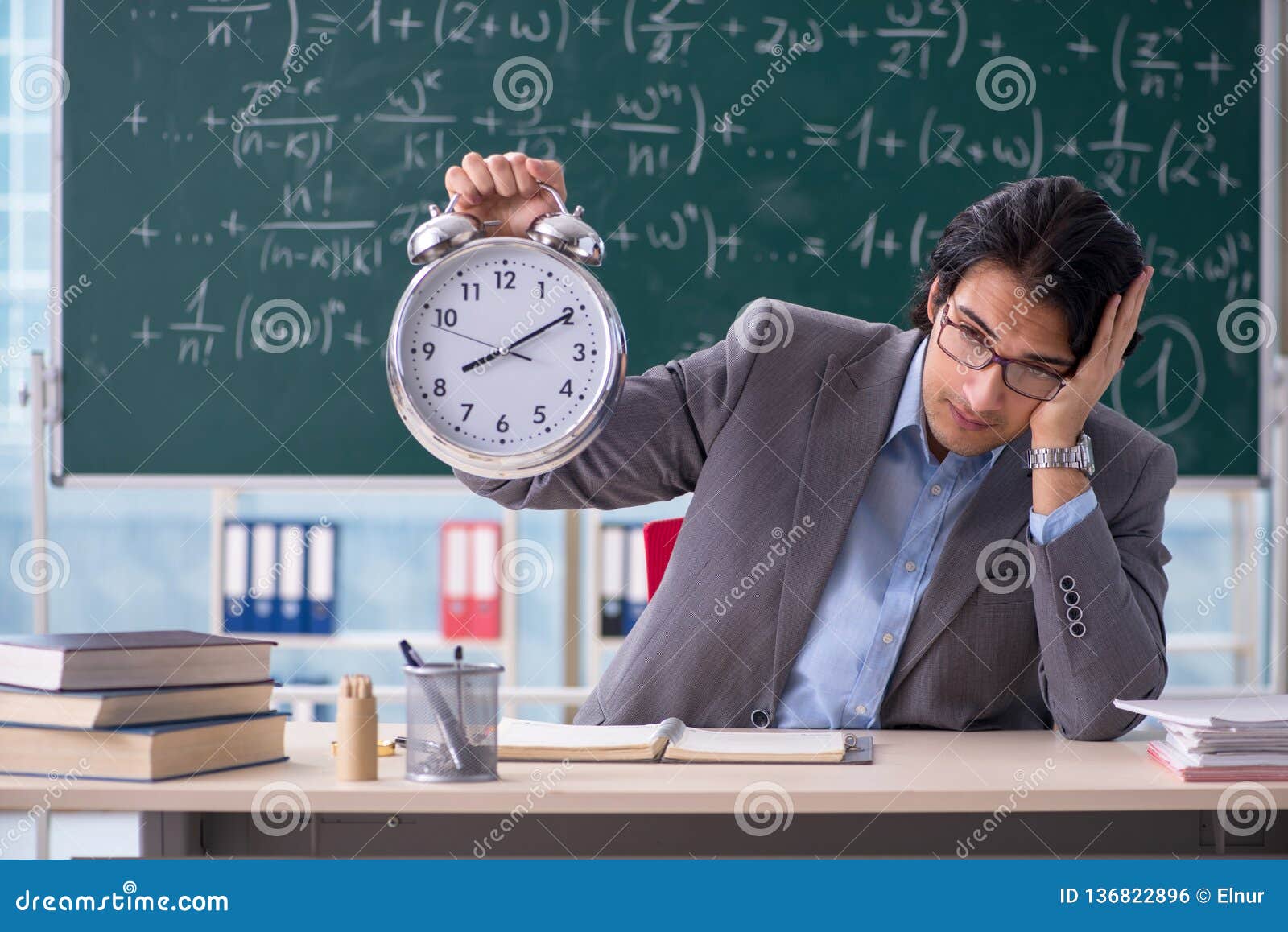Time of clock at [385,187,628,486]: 8:09
